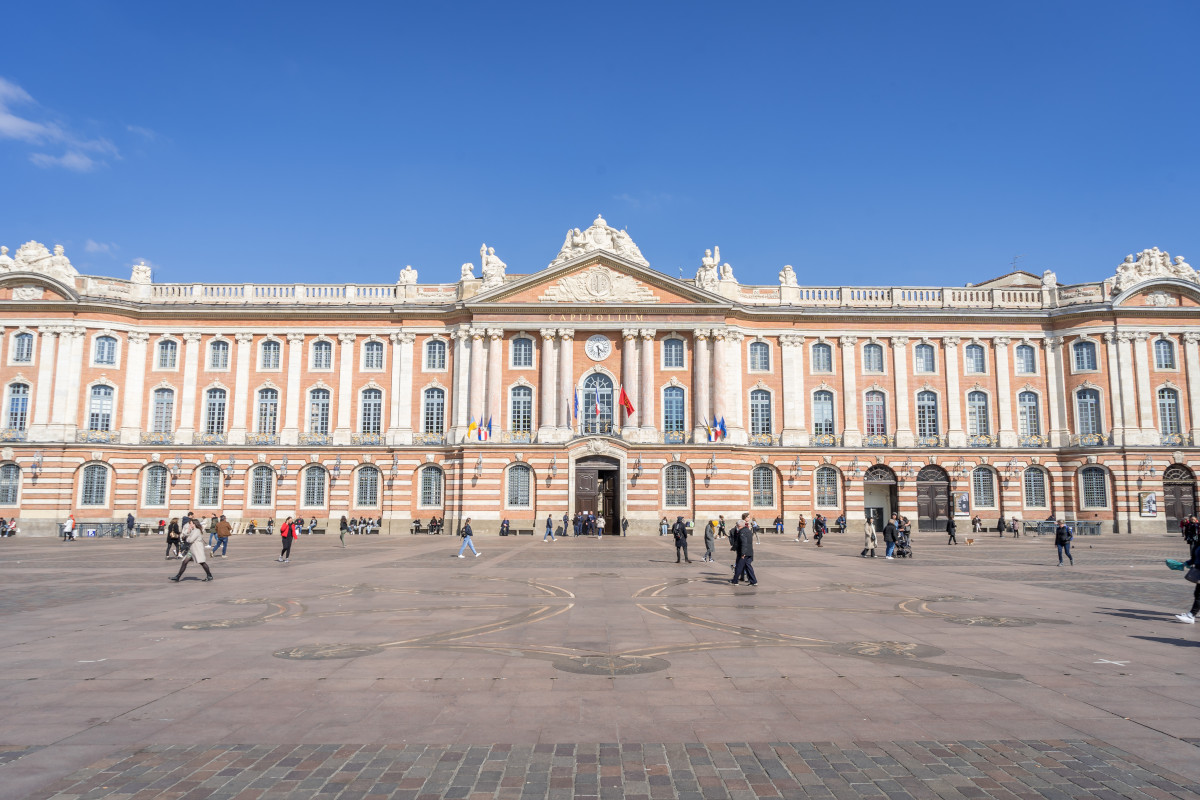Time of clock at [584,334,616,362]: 4:28
